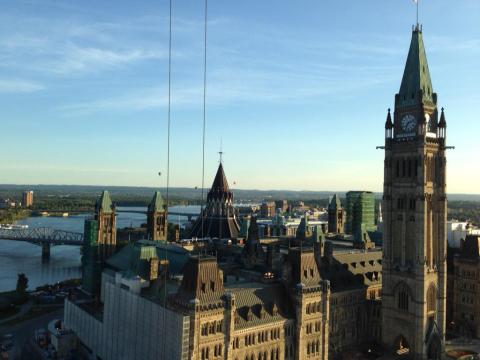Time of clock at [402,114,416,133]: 7:12
